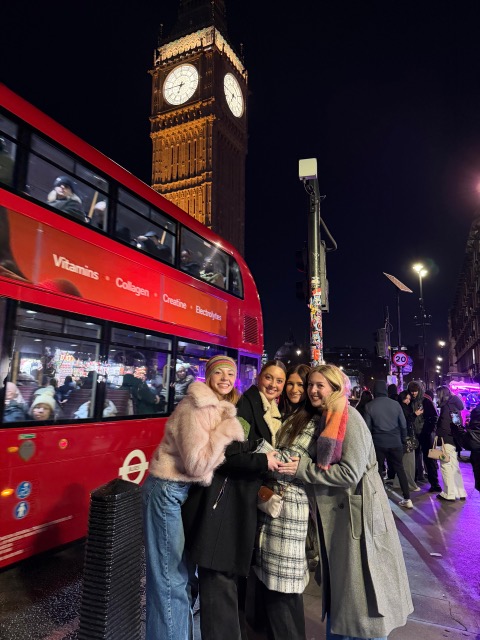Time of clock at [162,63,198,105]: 6:45
